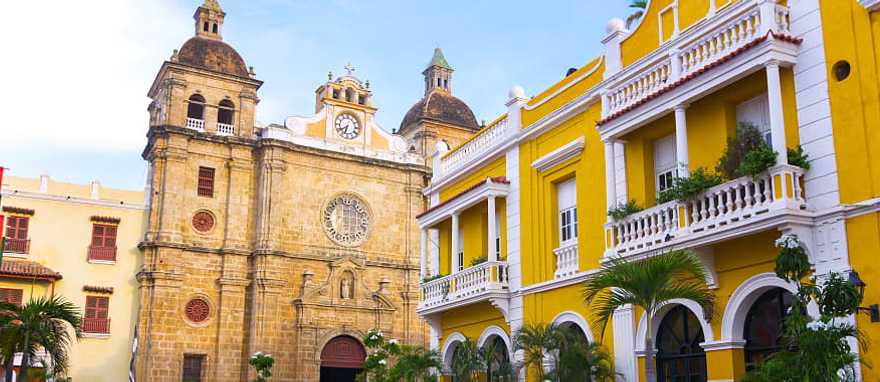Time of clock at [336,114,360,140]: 6:39
